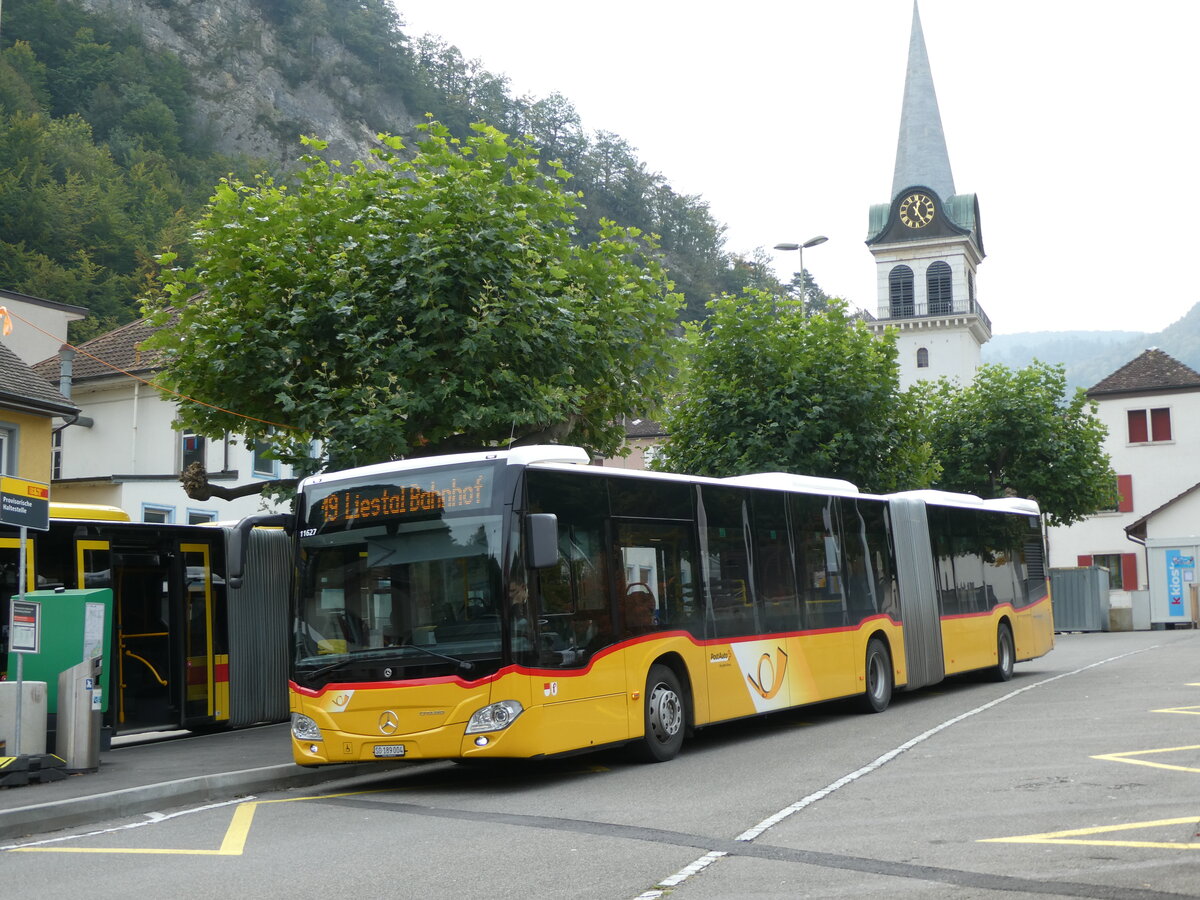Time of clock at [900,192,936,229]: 12:23
